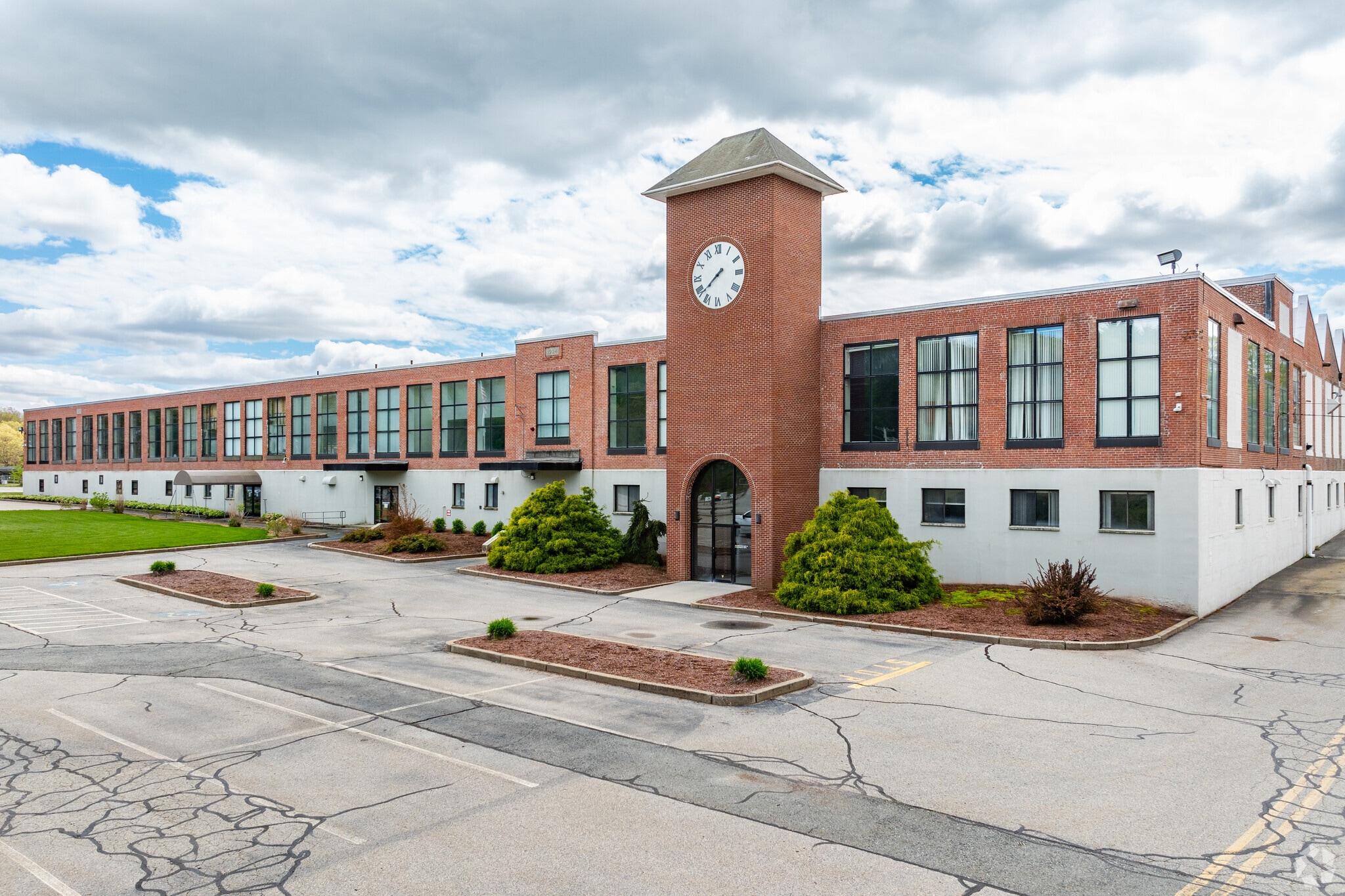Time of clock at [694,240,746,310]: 7:38
